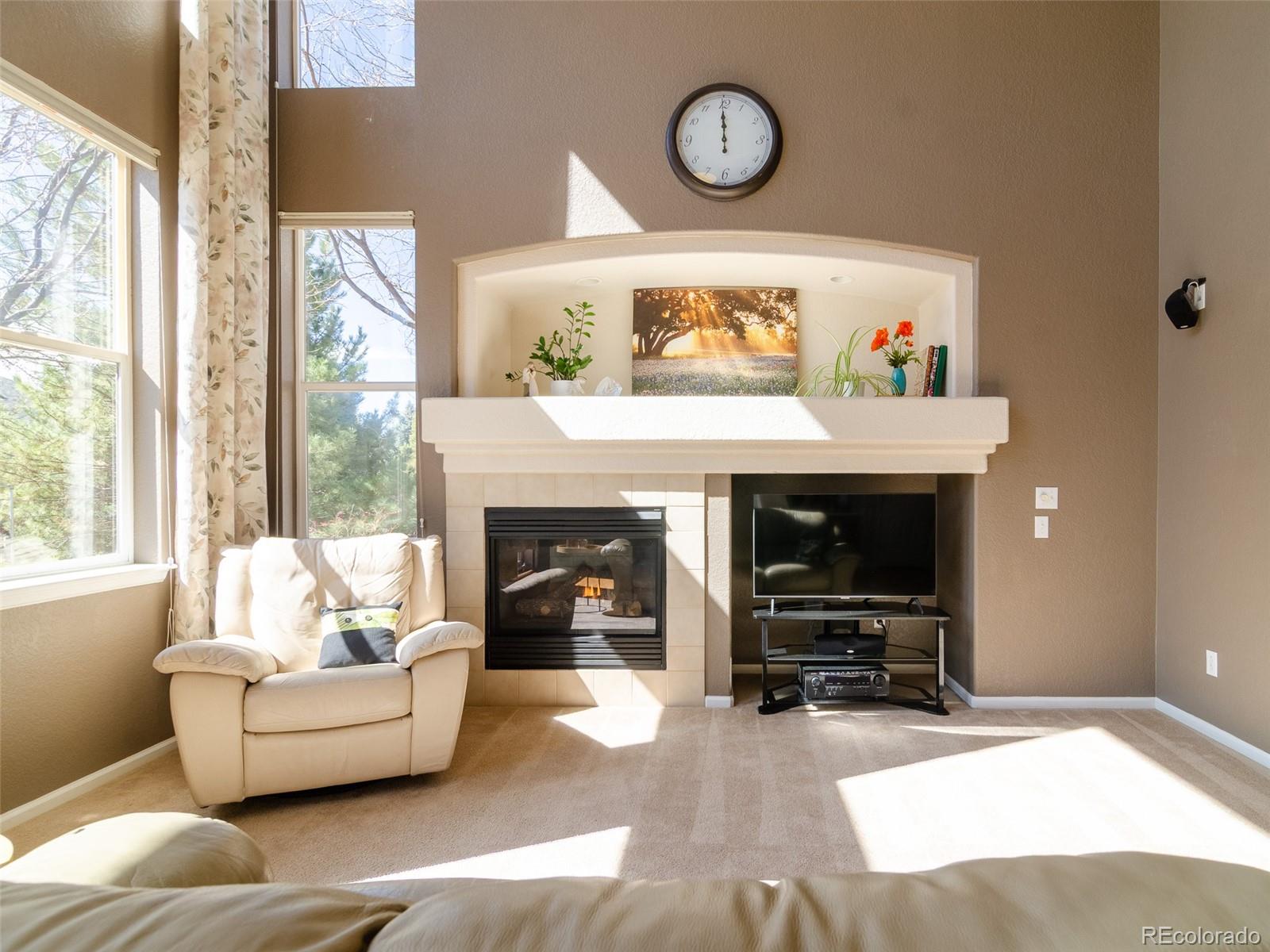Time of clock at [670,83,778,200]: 11:59
